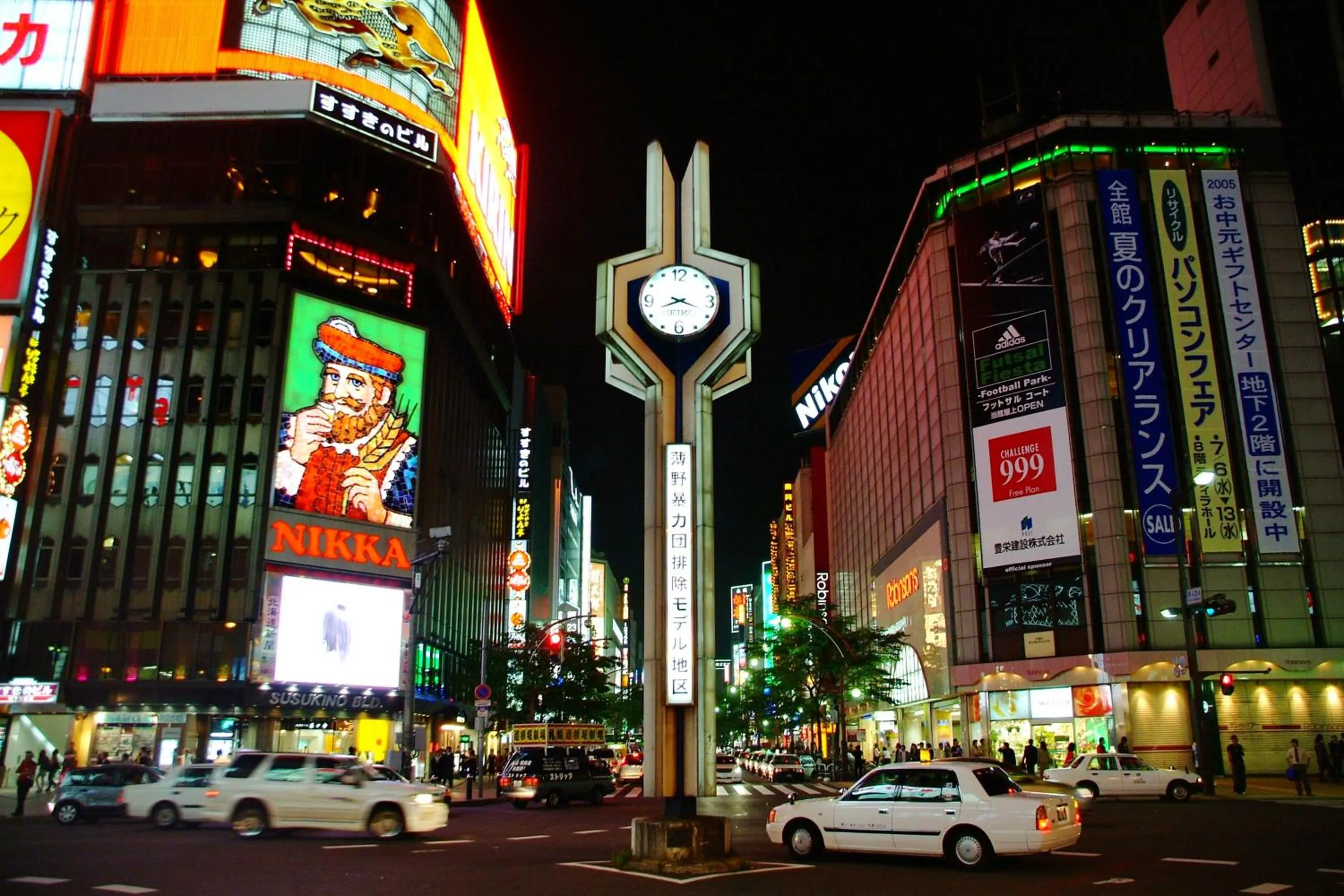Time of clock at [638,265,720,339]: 8:18
